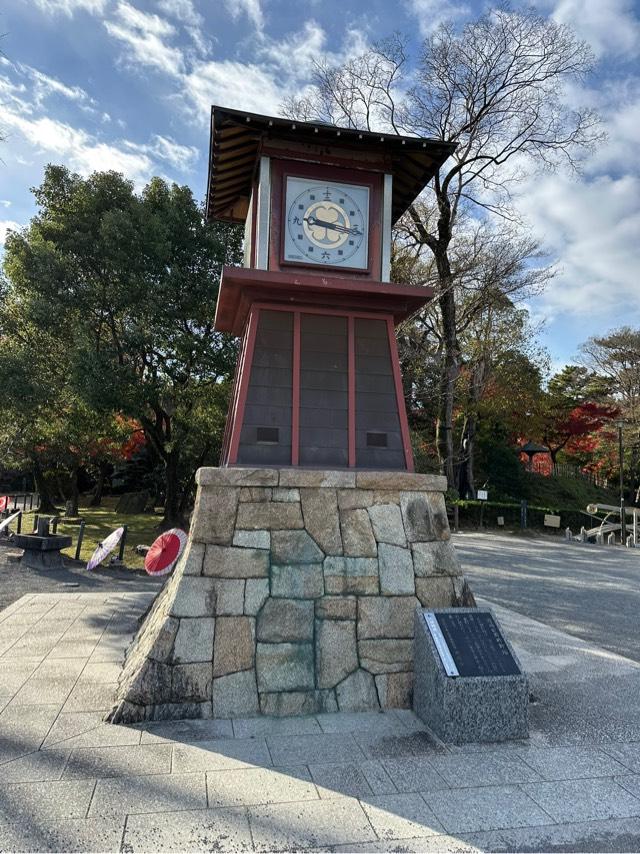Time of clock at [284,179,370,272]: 9:16
